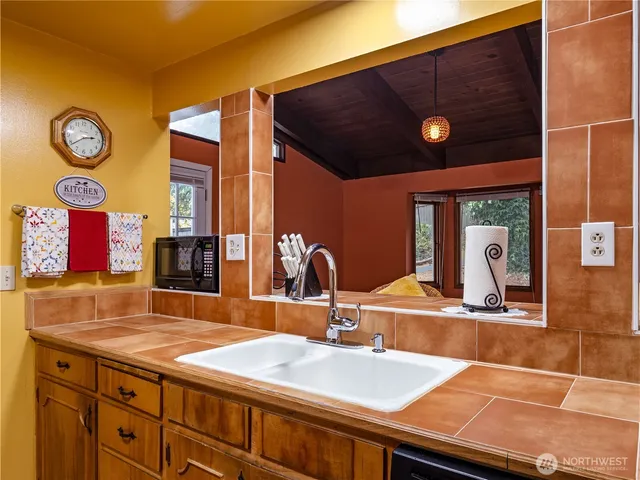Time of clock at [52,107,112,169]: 2:38
